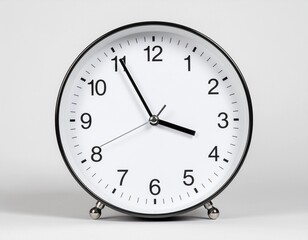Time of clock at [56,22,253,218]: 3:55
